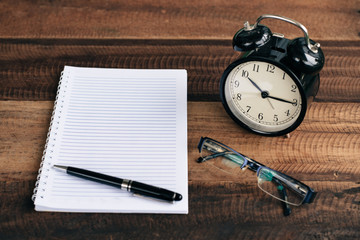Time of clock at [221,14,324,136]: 10:15
